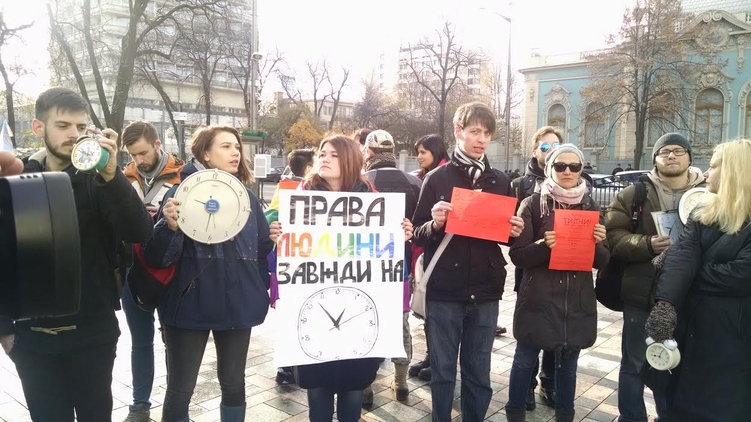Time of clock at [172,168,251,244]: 9:31
